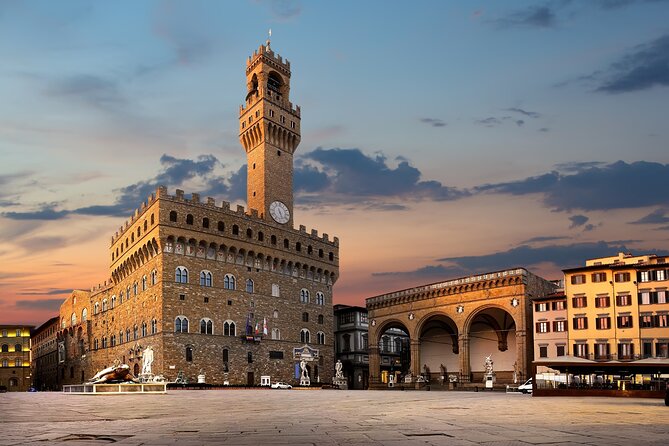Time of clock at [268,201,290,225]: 5:26
